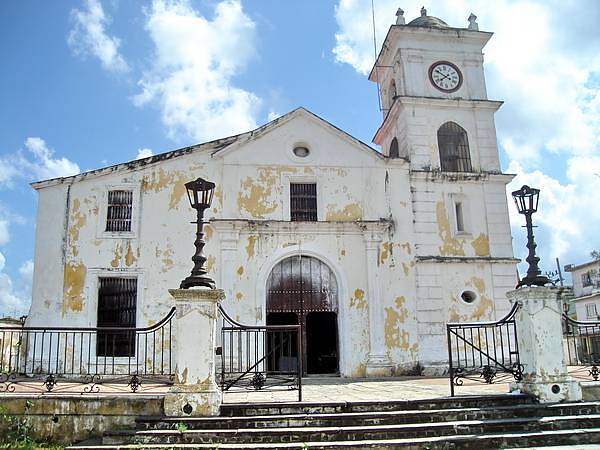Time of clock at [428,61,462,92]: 7:50
